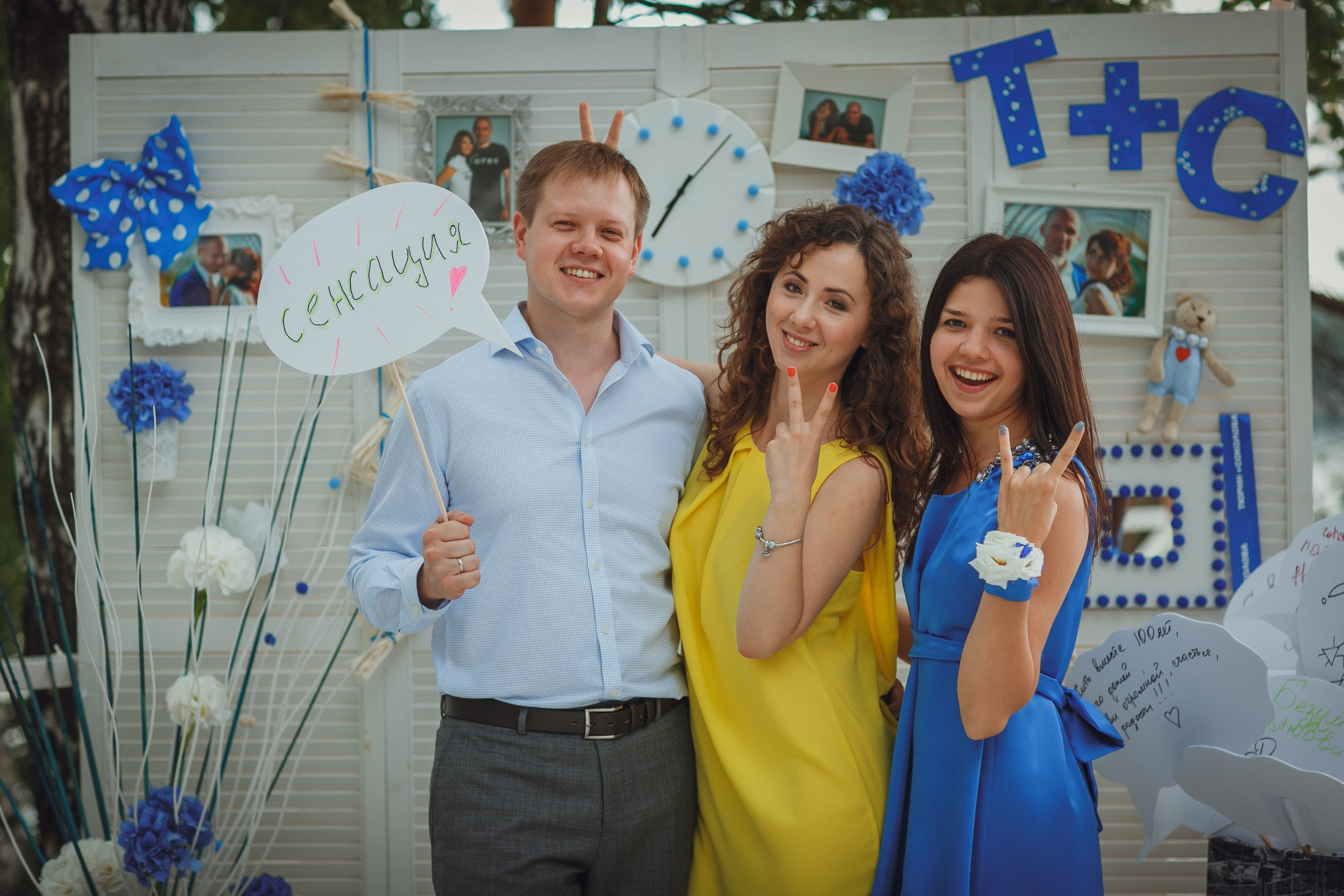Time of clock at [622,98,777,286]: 7:07
